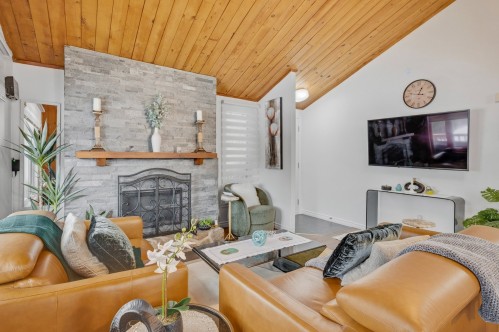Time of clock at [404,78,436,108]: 12:47
